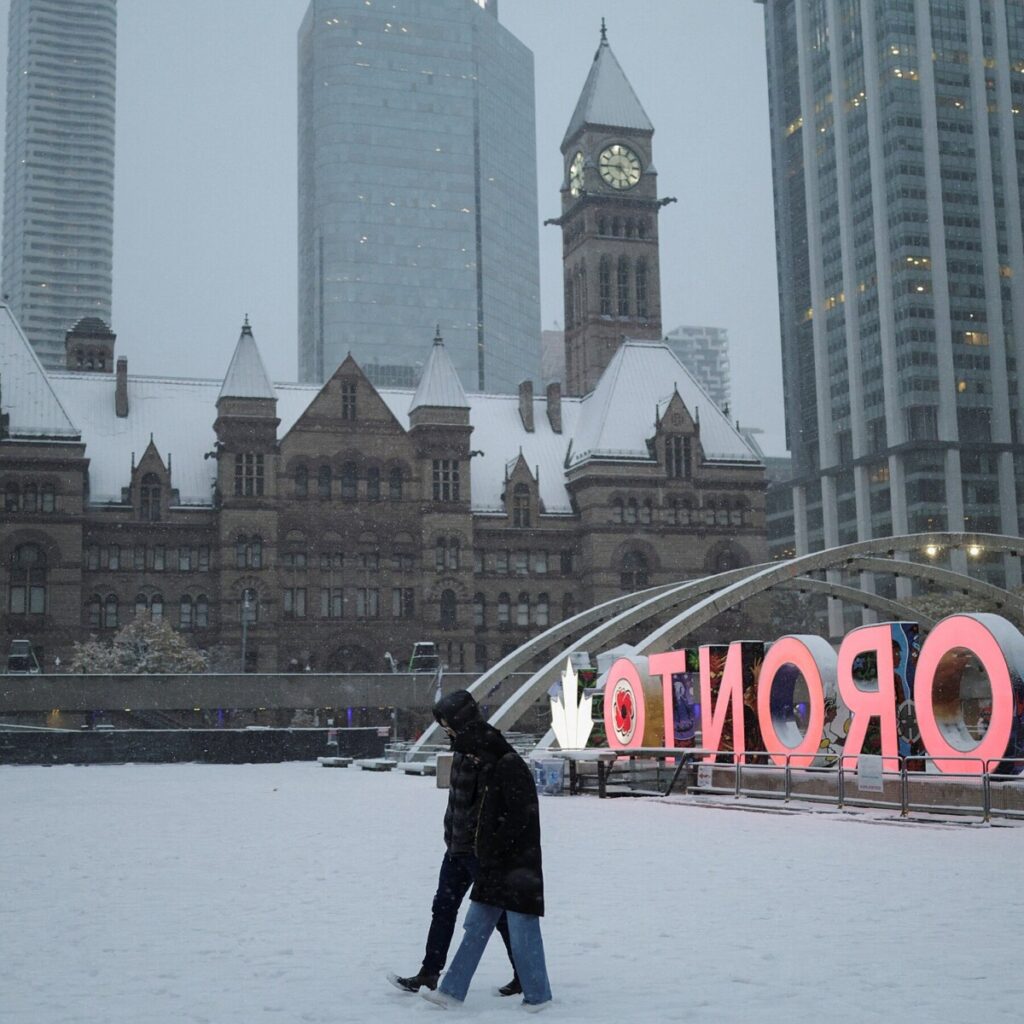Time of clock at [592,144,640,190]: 4:45
